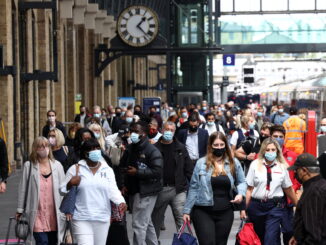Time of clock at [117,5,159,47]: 1:22
